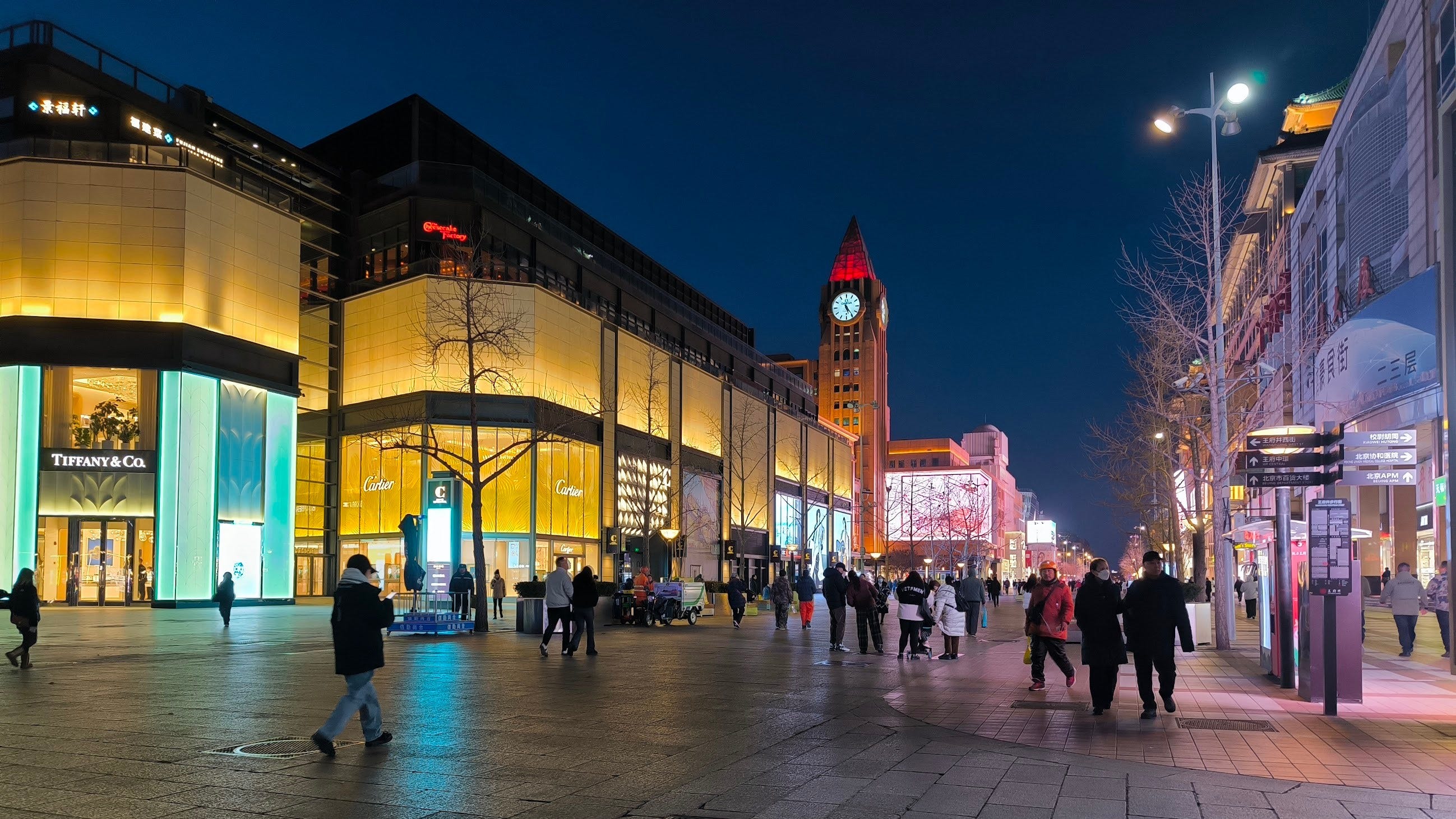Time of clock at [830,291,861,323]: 5:24
